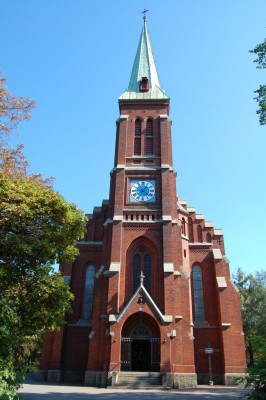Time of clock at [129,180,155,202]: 1:21
